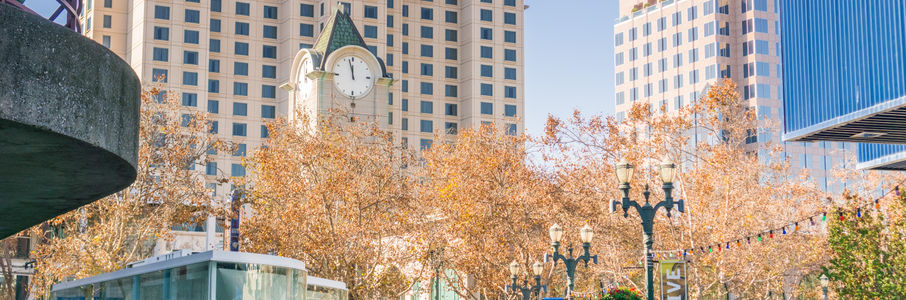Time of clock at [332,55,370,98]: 11:57
